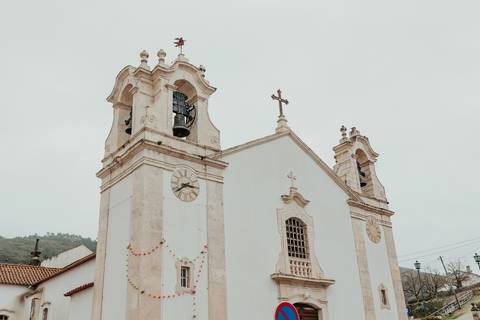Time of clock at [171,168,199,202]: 2:38
